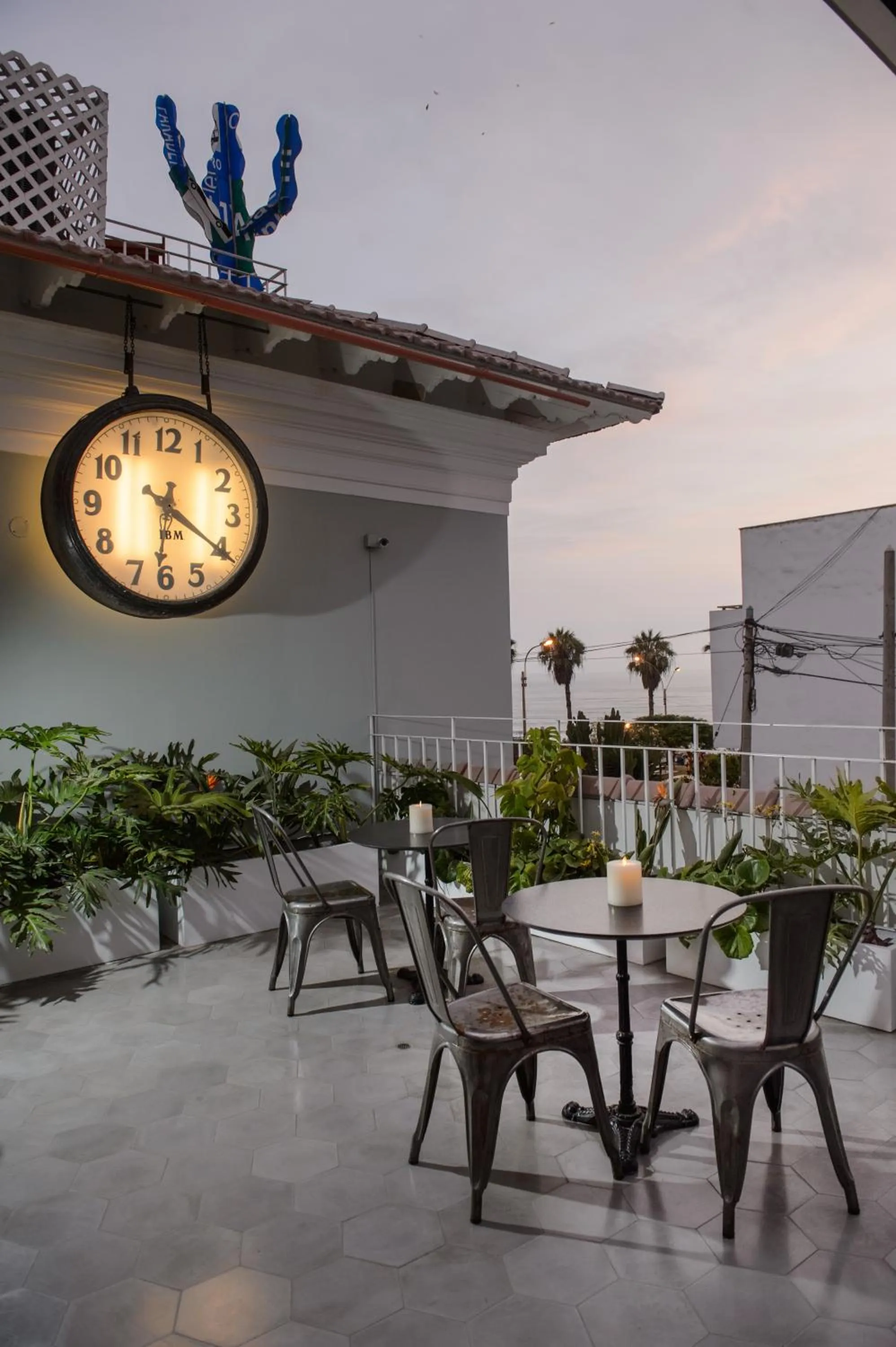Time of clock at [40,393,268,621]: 6:20
